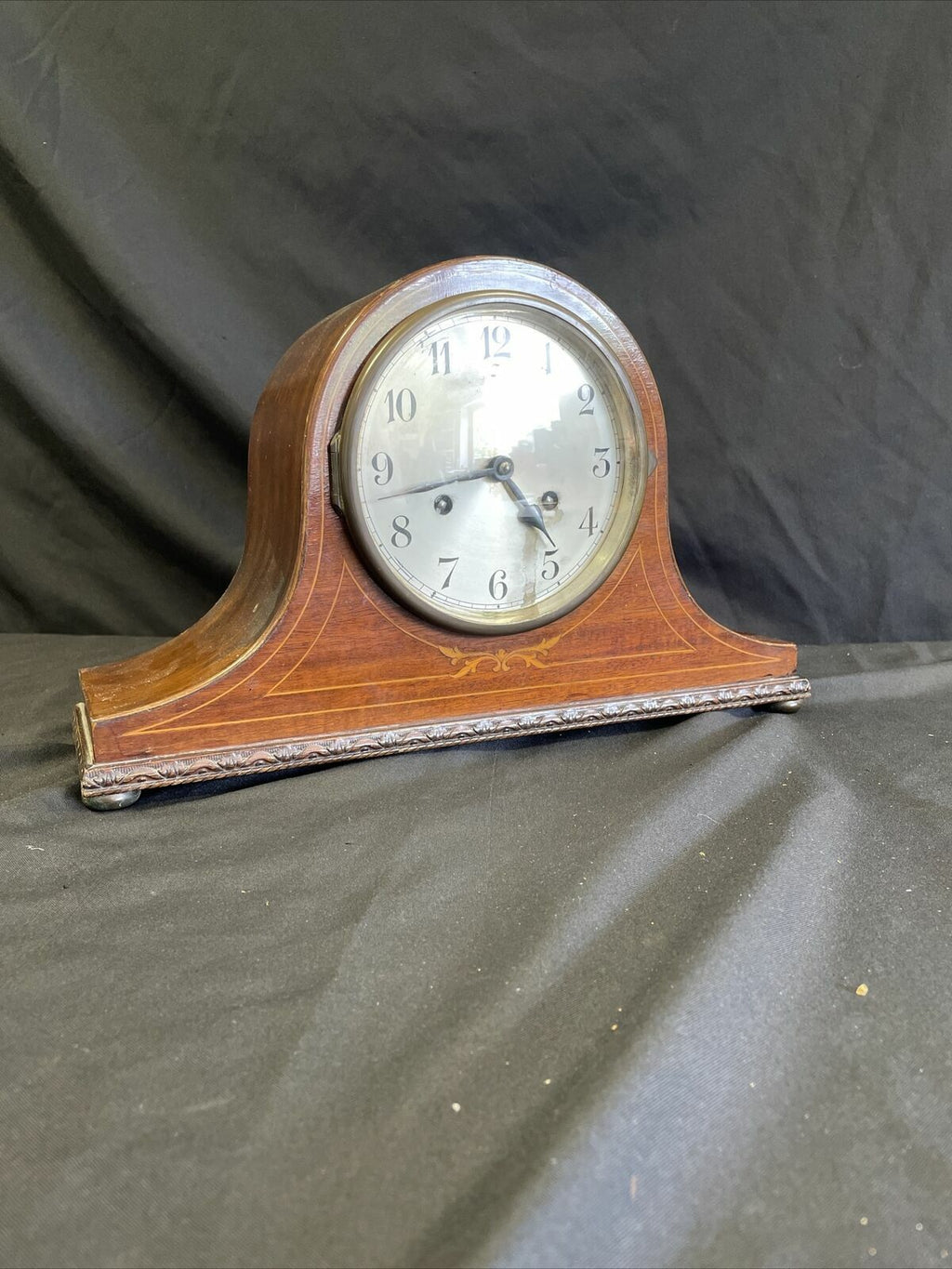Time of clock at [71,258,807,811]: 4:42
